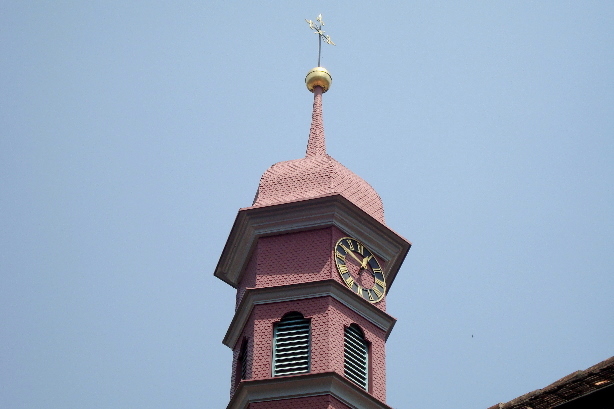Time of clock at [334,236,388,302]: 12:50
